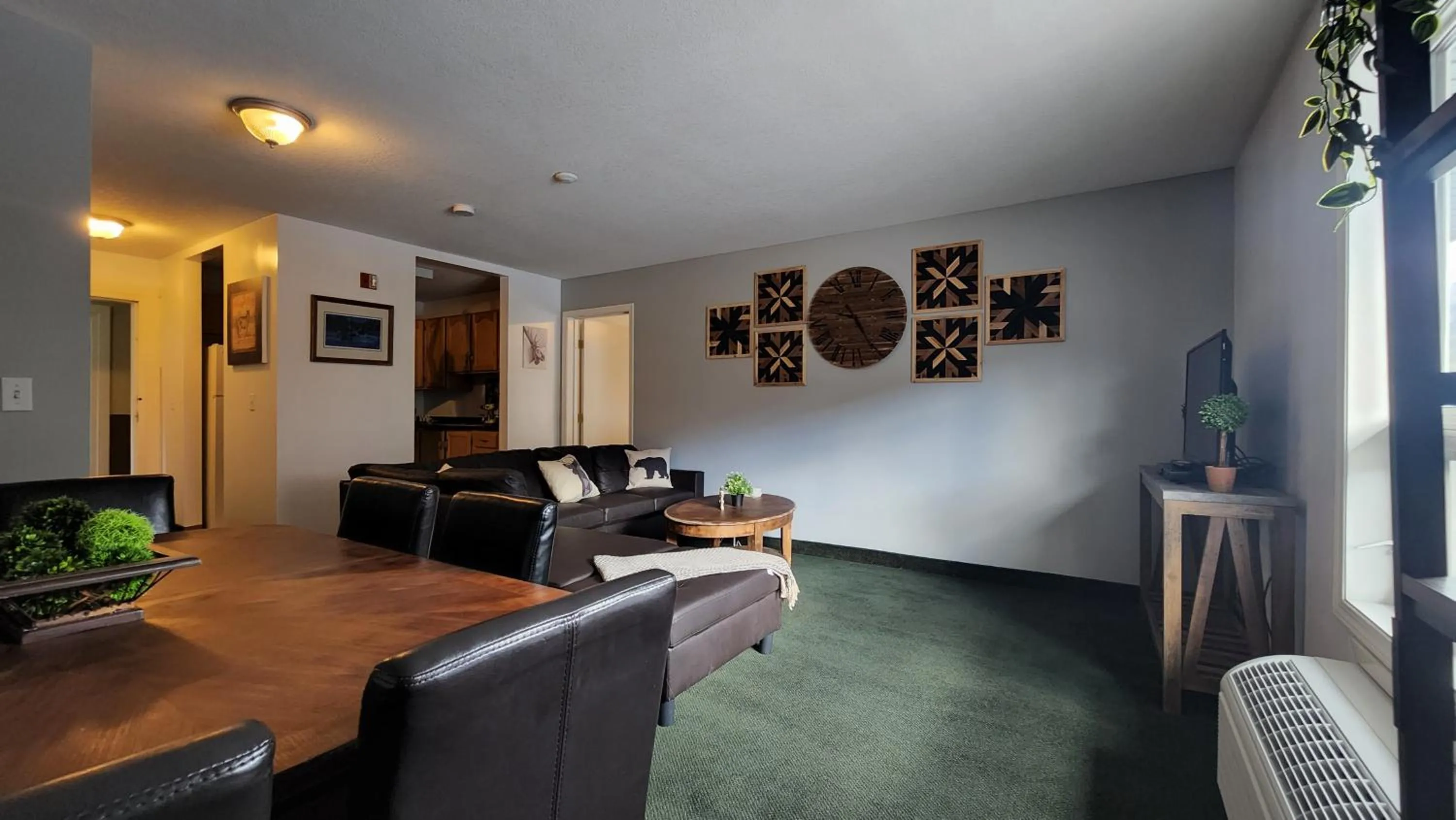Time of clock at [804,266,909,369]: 9:25
